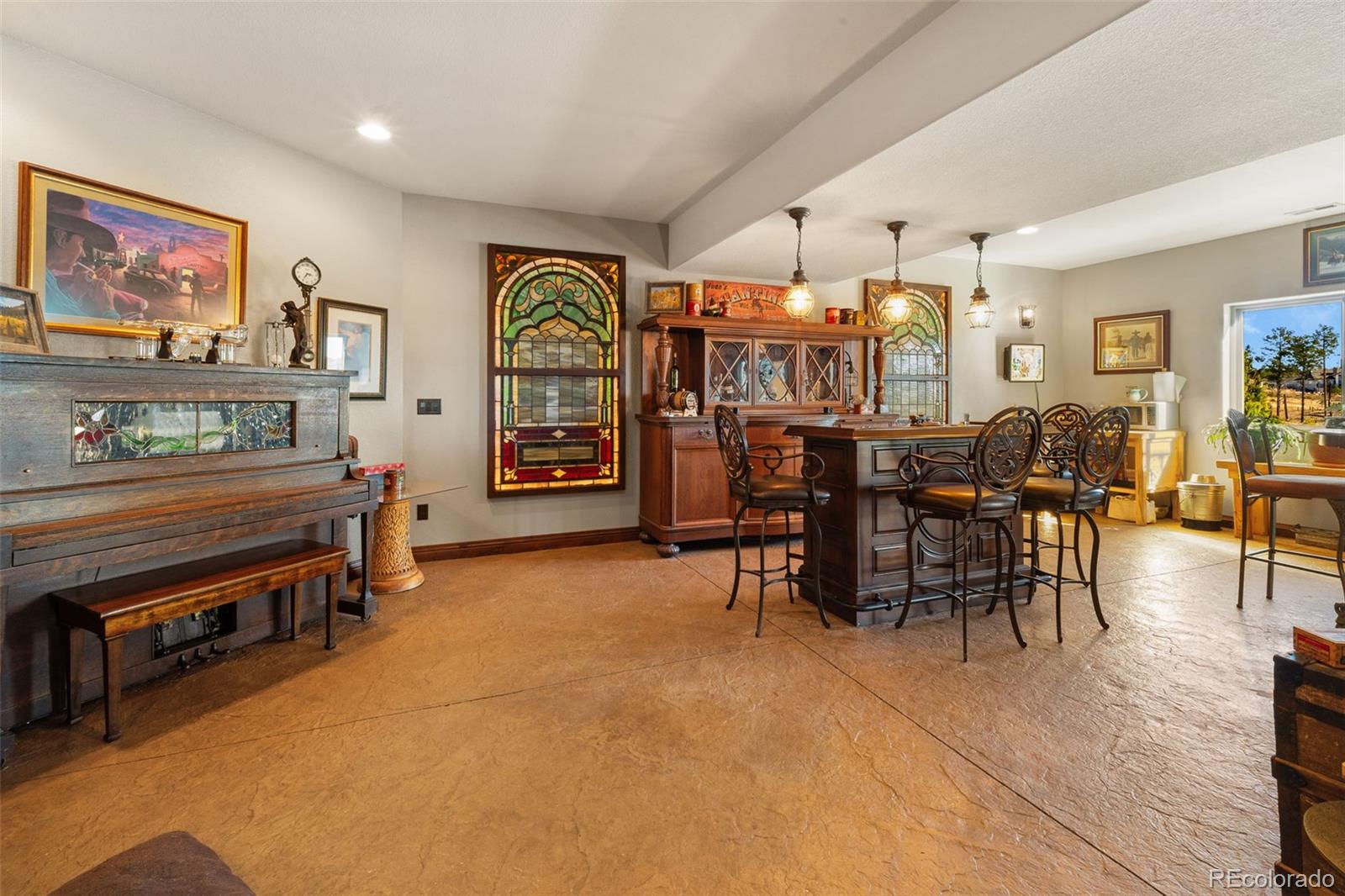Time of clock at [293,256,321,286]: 3:35
